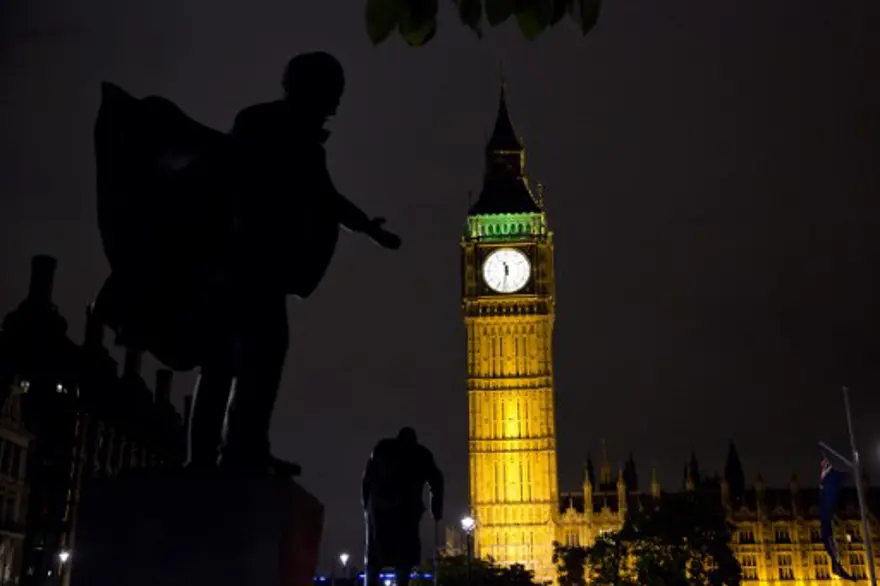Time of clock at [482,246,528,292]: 11:31
